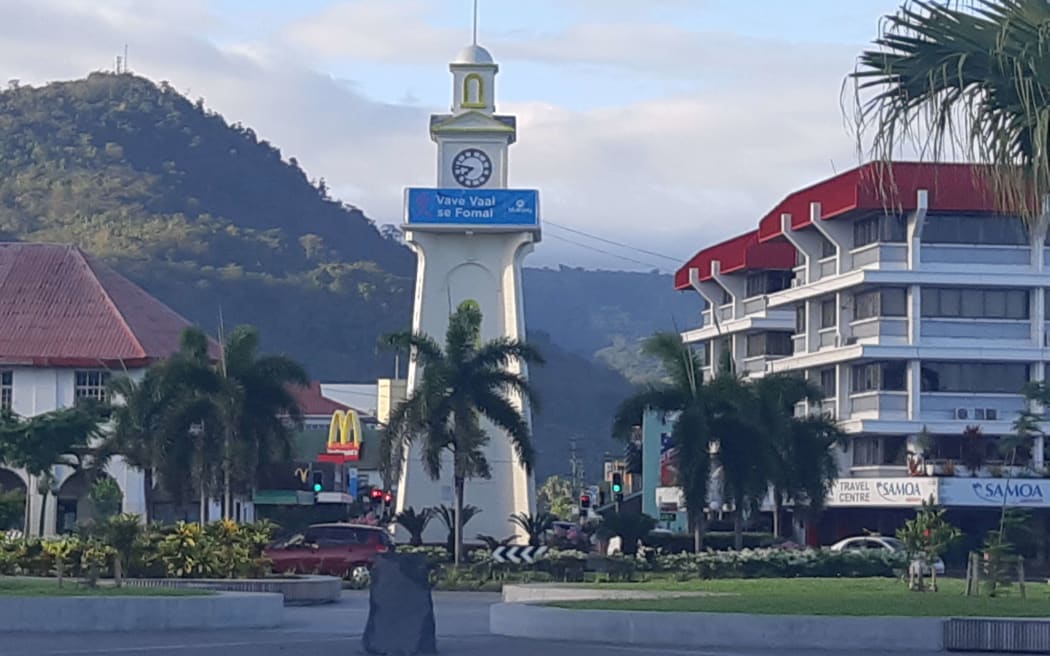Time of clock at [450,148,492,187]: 7:46
